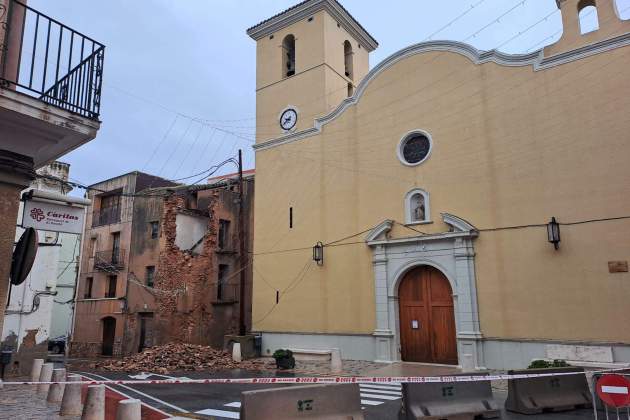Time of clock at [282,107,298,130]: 8:38
